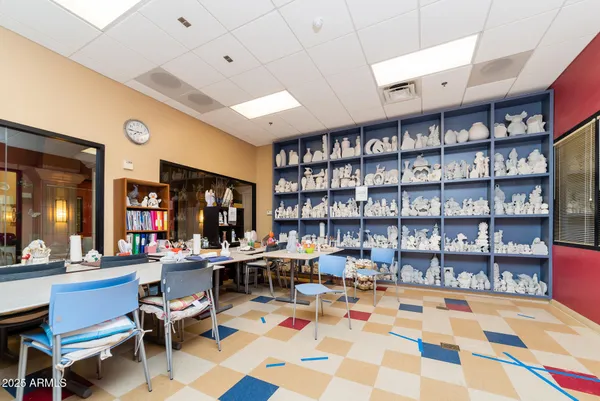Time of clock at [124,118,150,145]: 7:45
